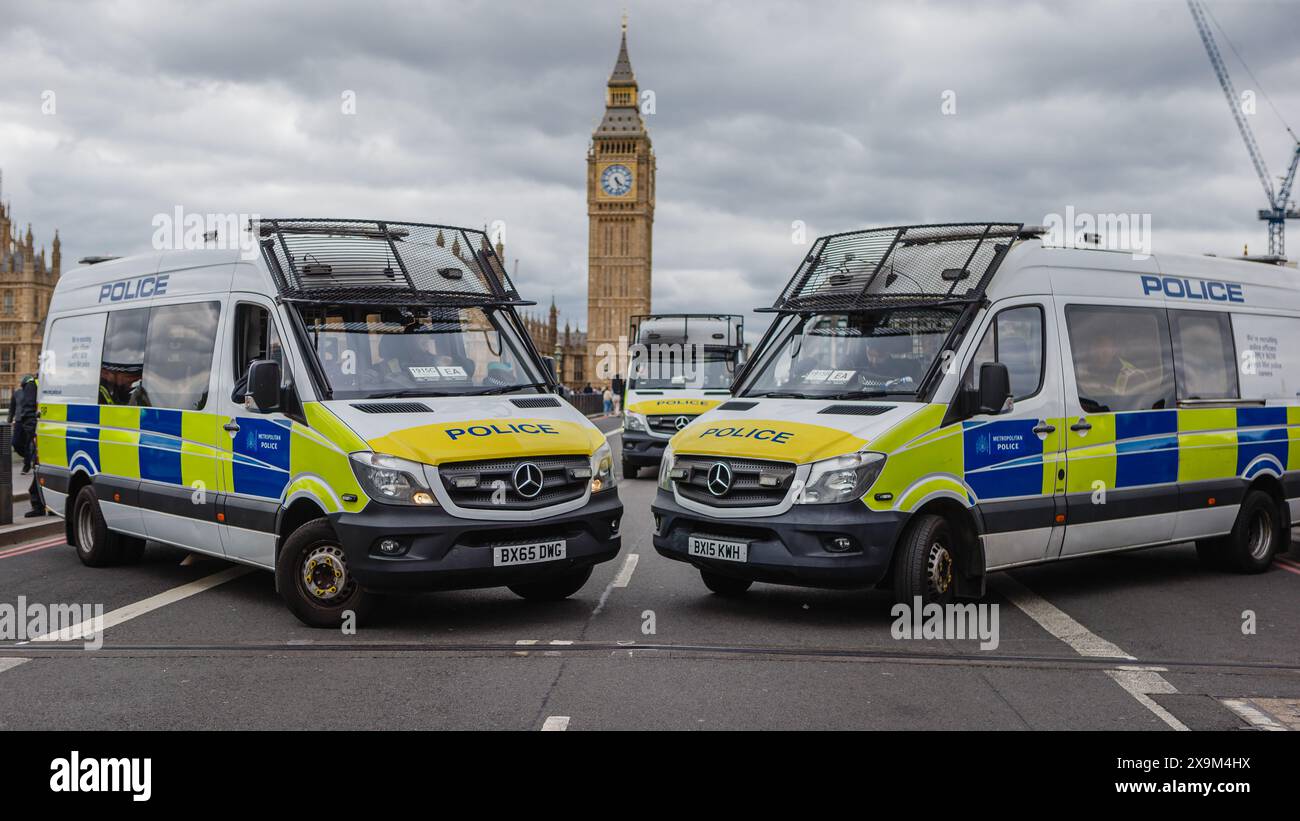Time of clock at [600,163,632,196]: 4:27
